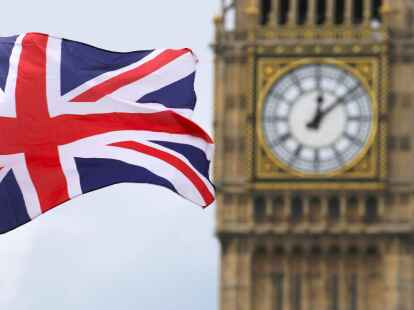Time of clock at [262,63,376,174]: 12:08
